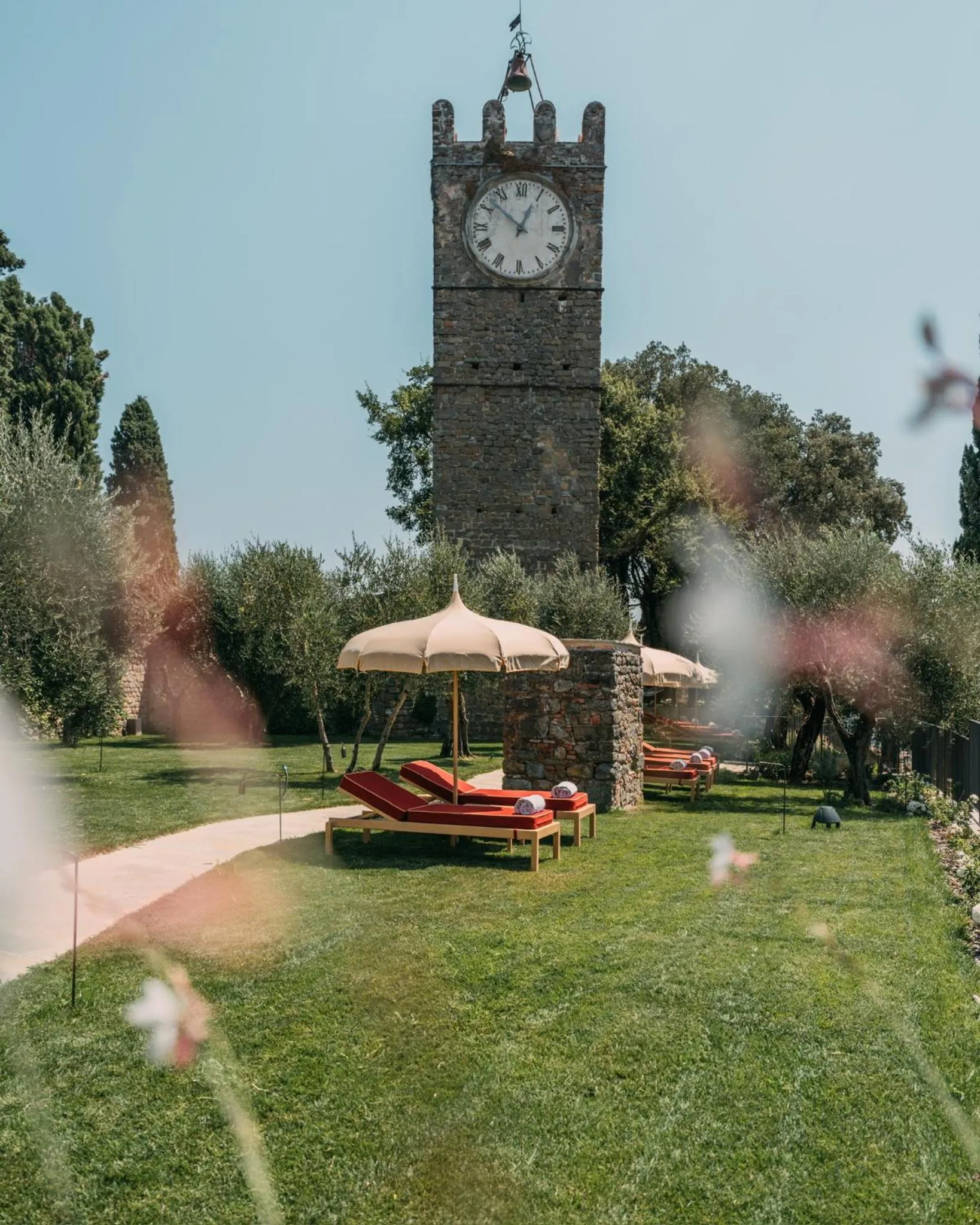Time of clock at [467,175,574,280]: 12:52
